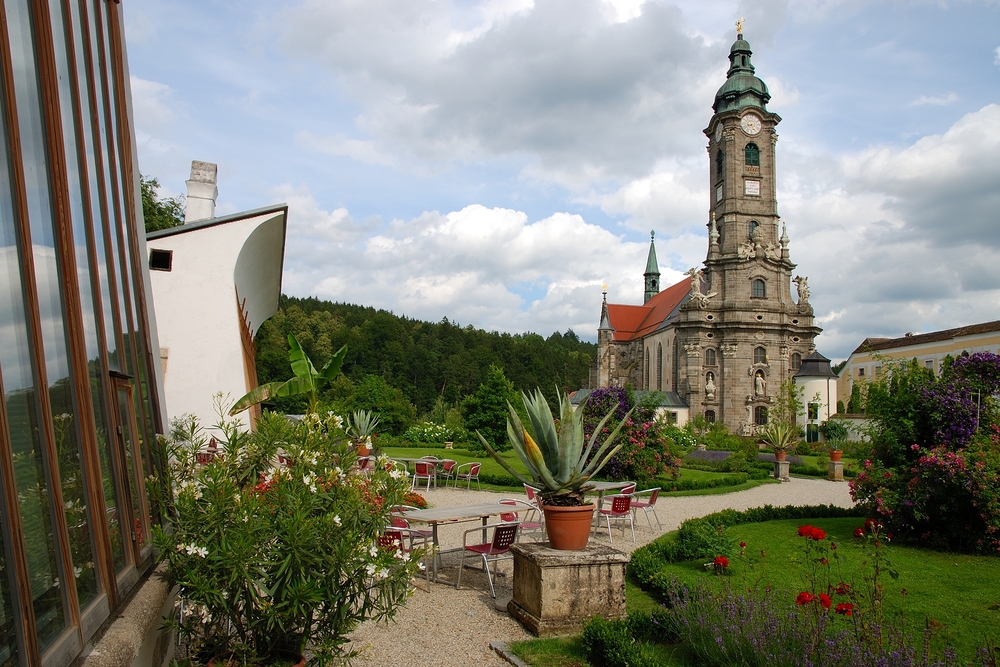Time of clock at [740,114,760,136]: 8:24
